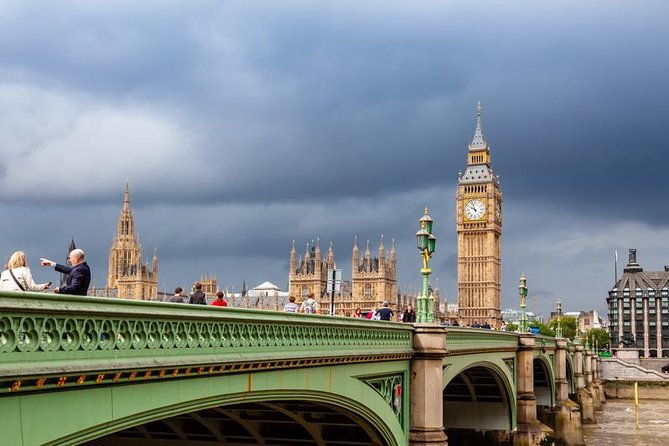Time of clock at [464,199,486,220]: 9:57
